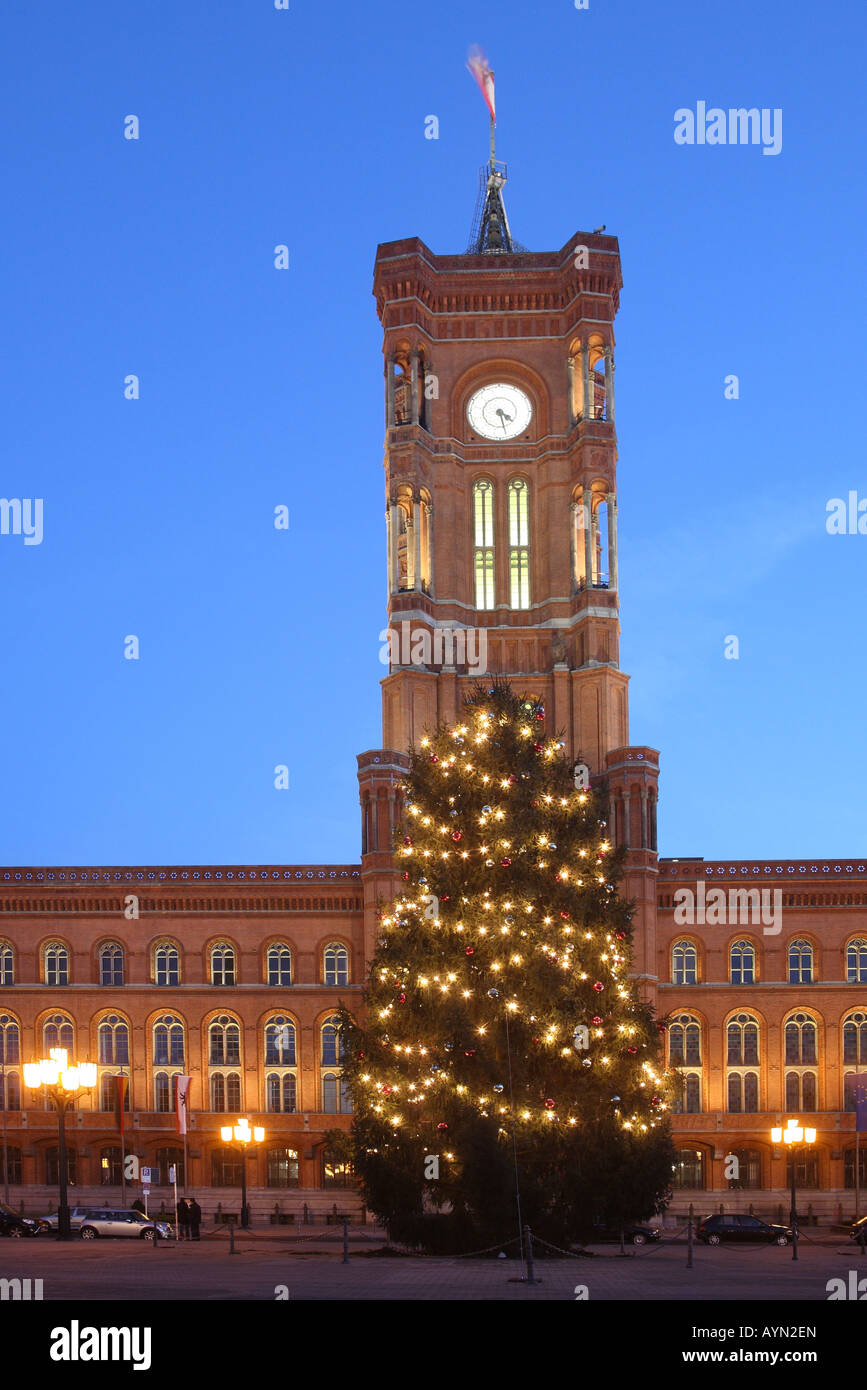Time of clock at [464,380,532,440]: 4:27
